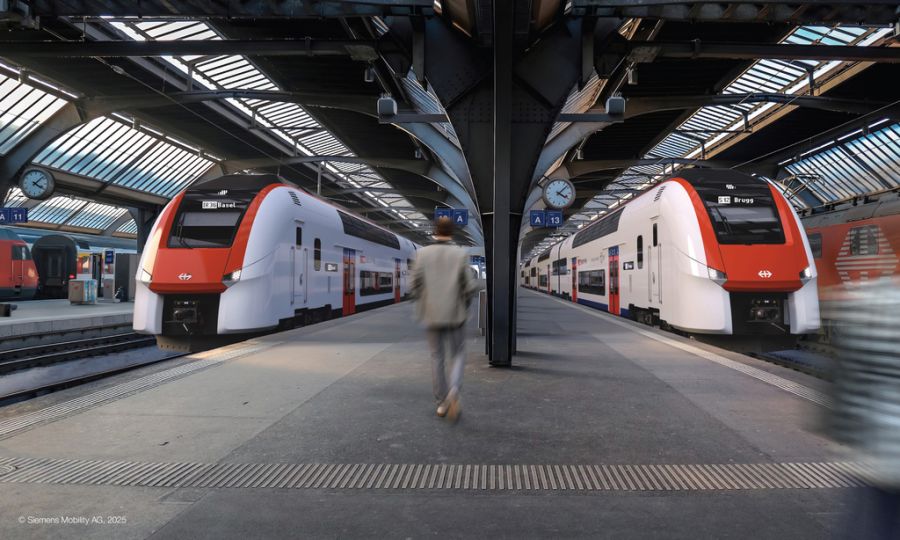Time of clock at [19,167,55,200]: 4:07
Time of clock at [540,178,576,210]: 4:08
